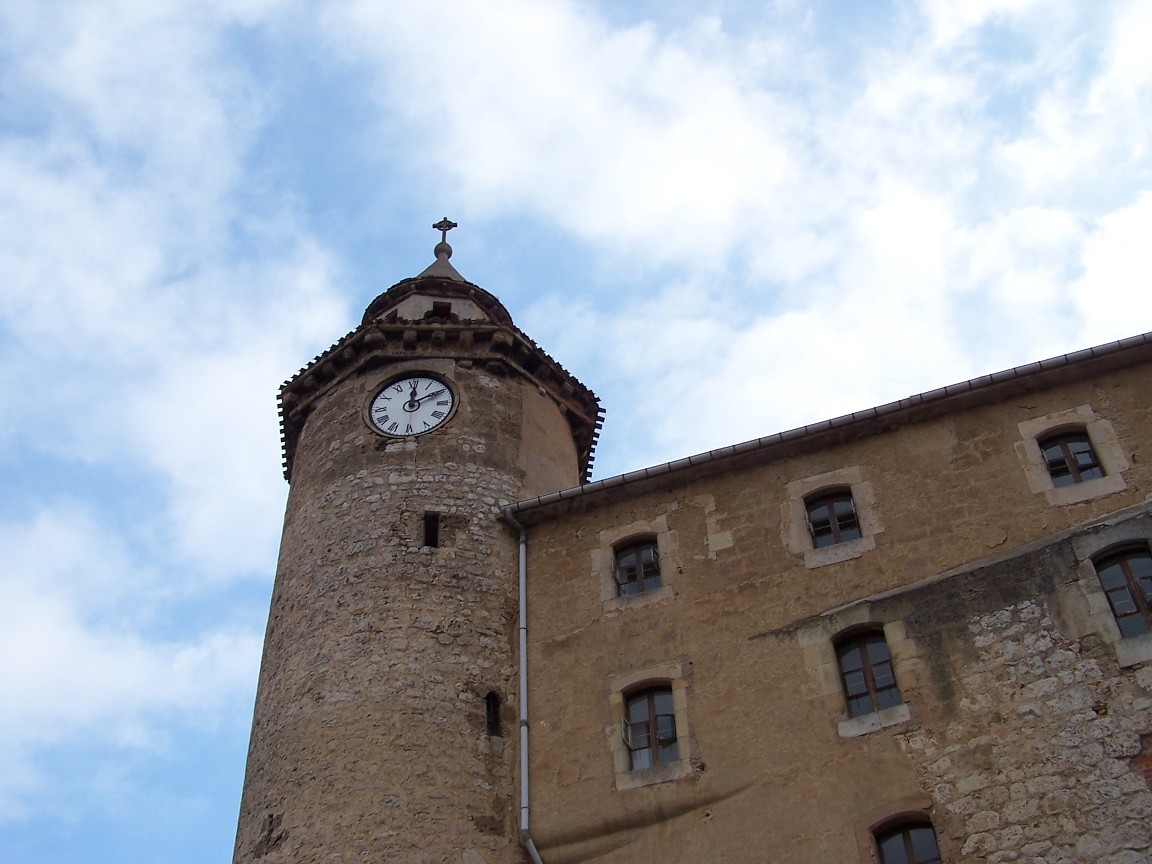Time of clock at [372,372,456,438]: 12:09
